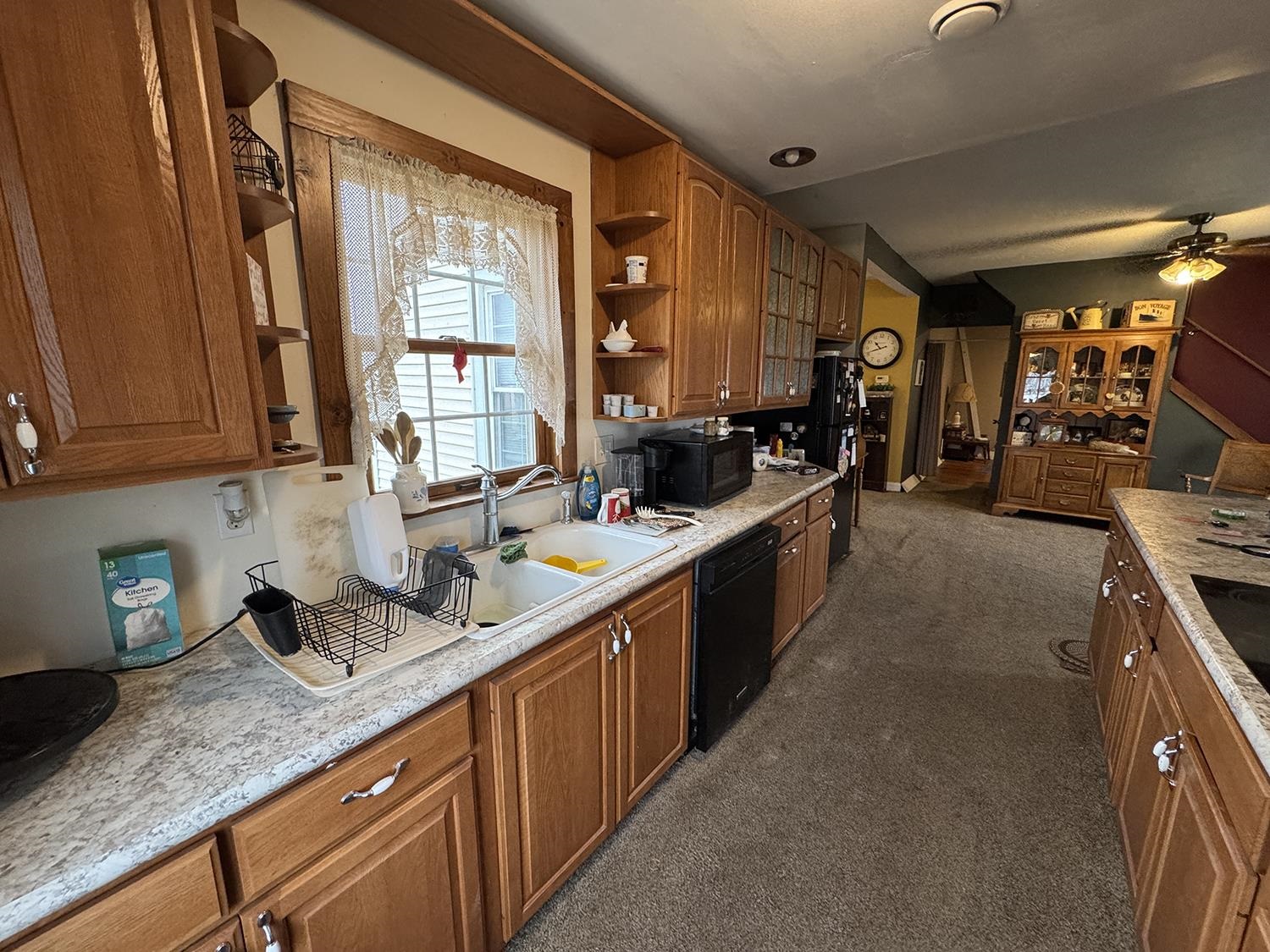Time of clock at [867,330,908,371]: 10:41
